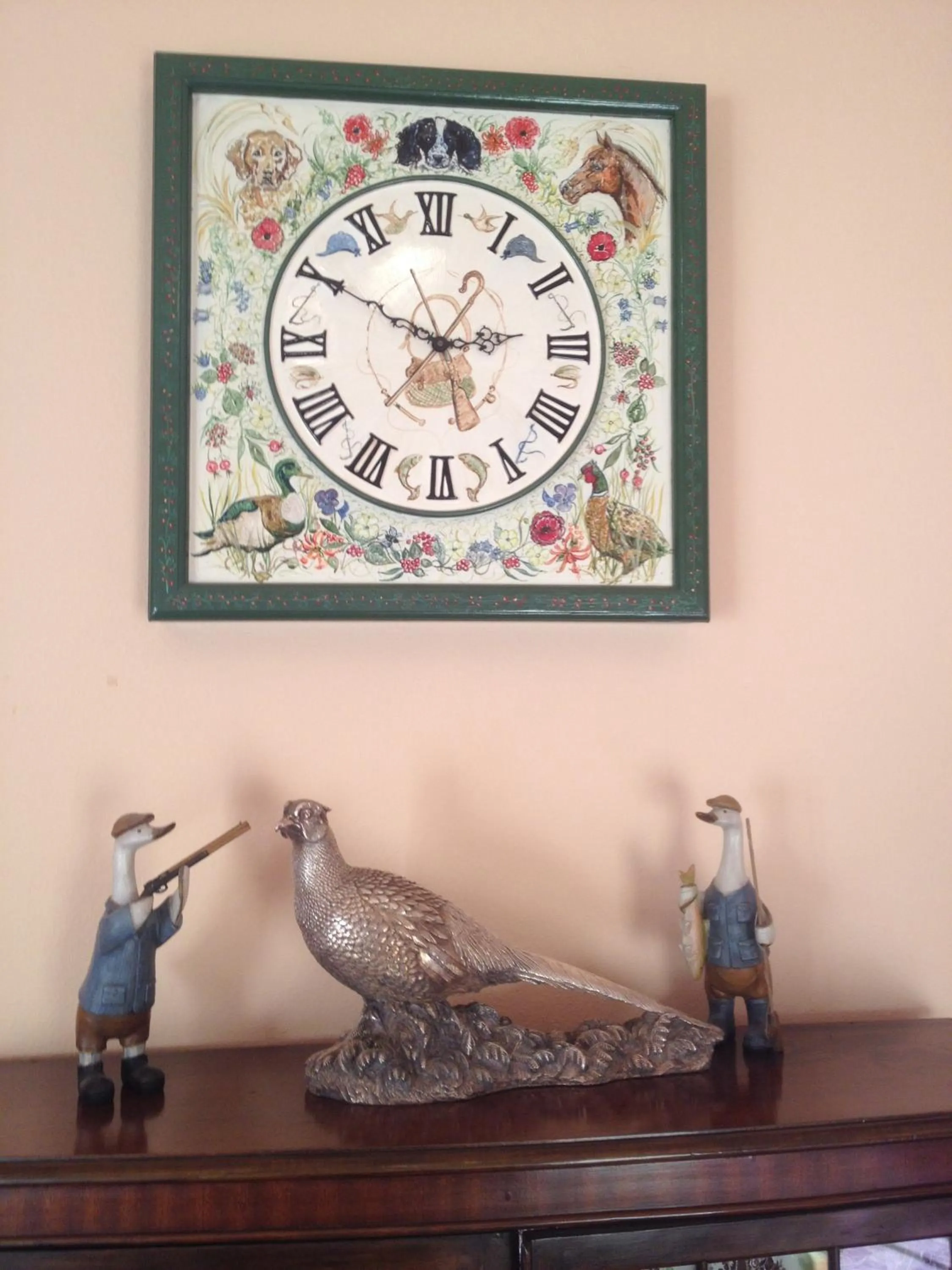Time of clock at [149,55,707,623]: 2:49
